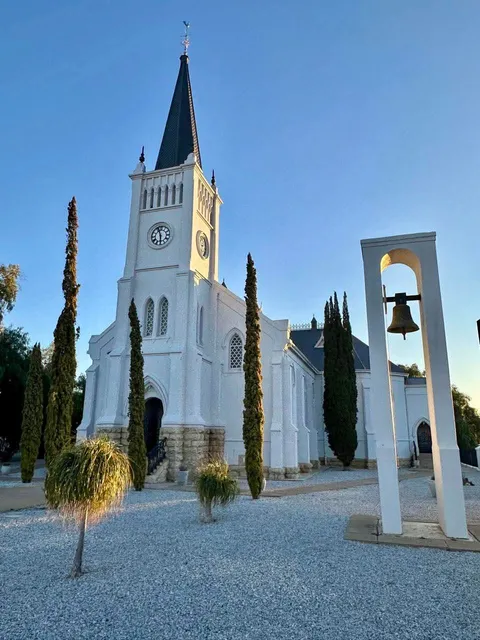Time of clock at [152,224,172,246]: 5:56
